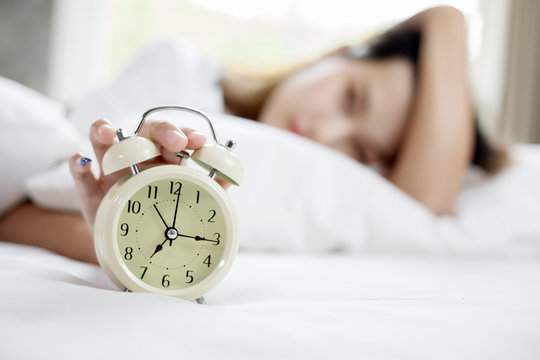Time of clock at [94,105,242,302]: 7:15
